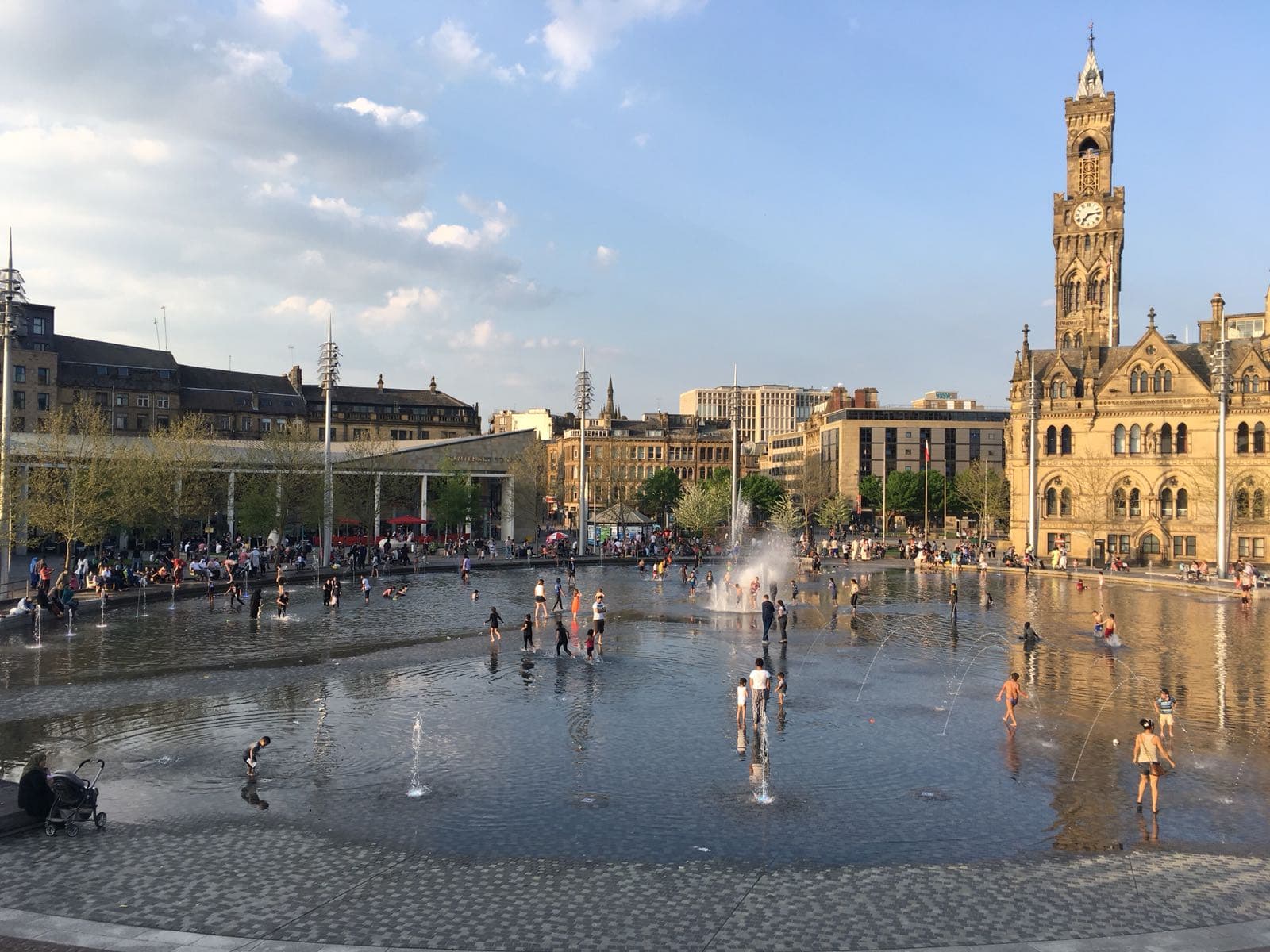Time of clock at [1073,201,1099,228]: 7:13
